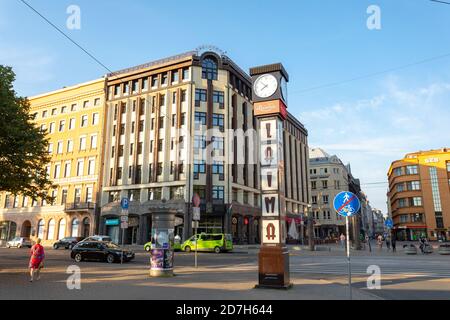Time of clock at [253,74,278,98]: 7:52
